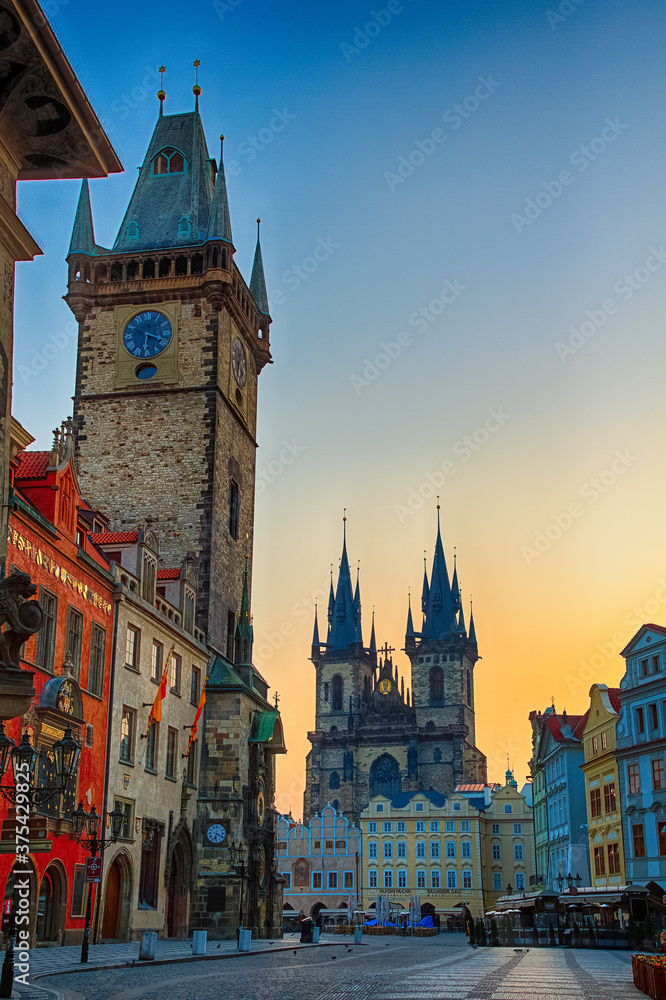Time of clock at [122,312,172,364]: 6:18
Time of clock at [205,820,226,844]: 6:19
